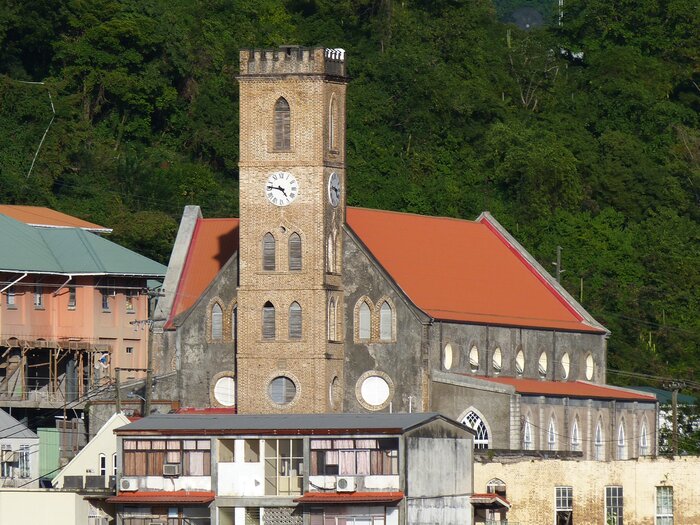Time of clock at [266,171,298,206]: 4:46
